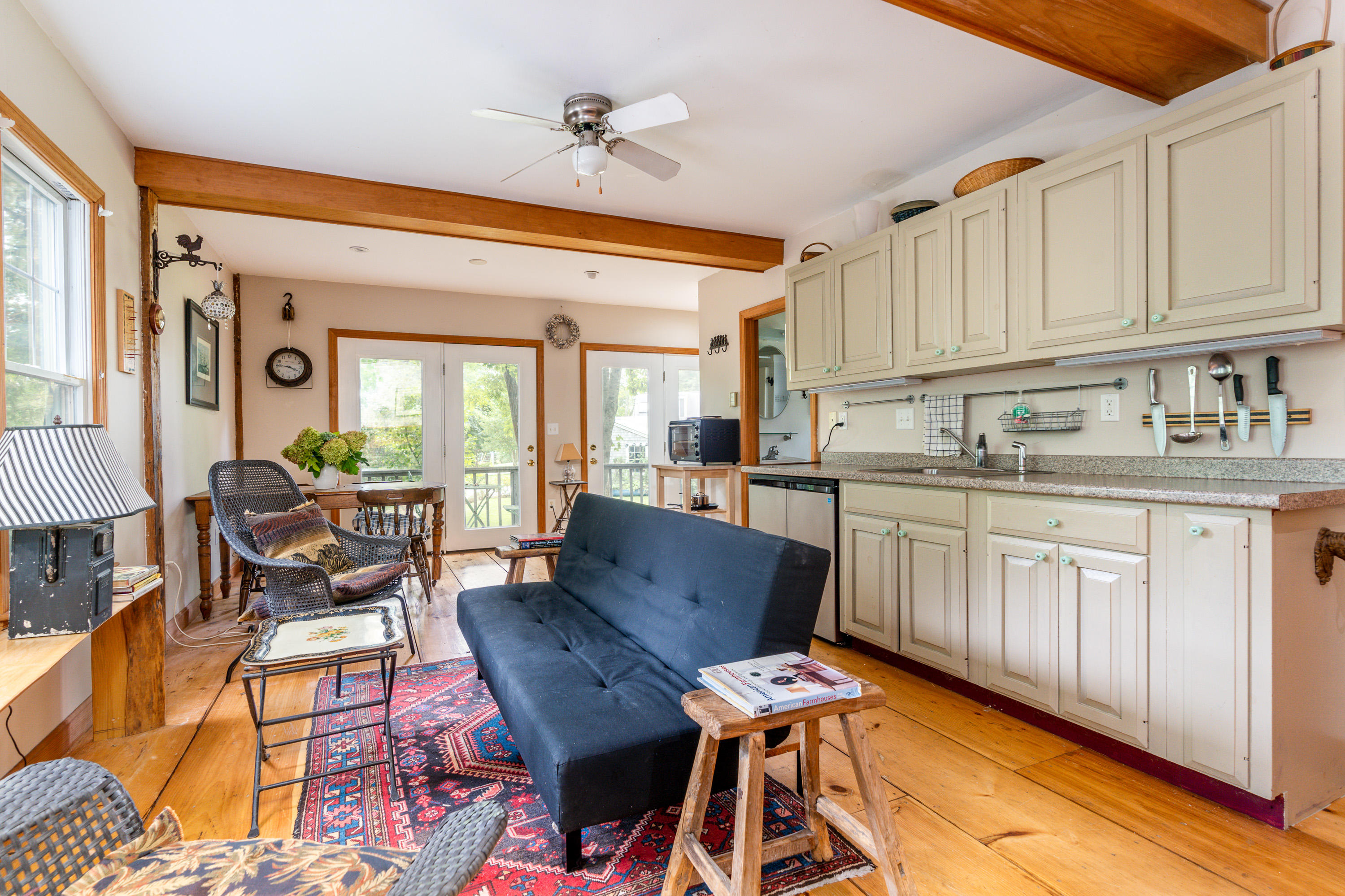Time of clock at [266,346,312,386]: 3:45
